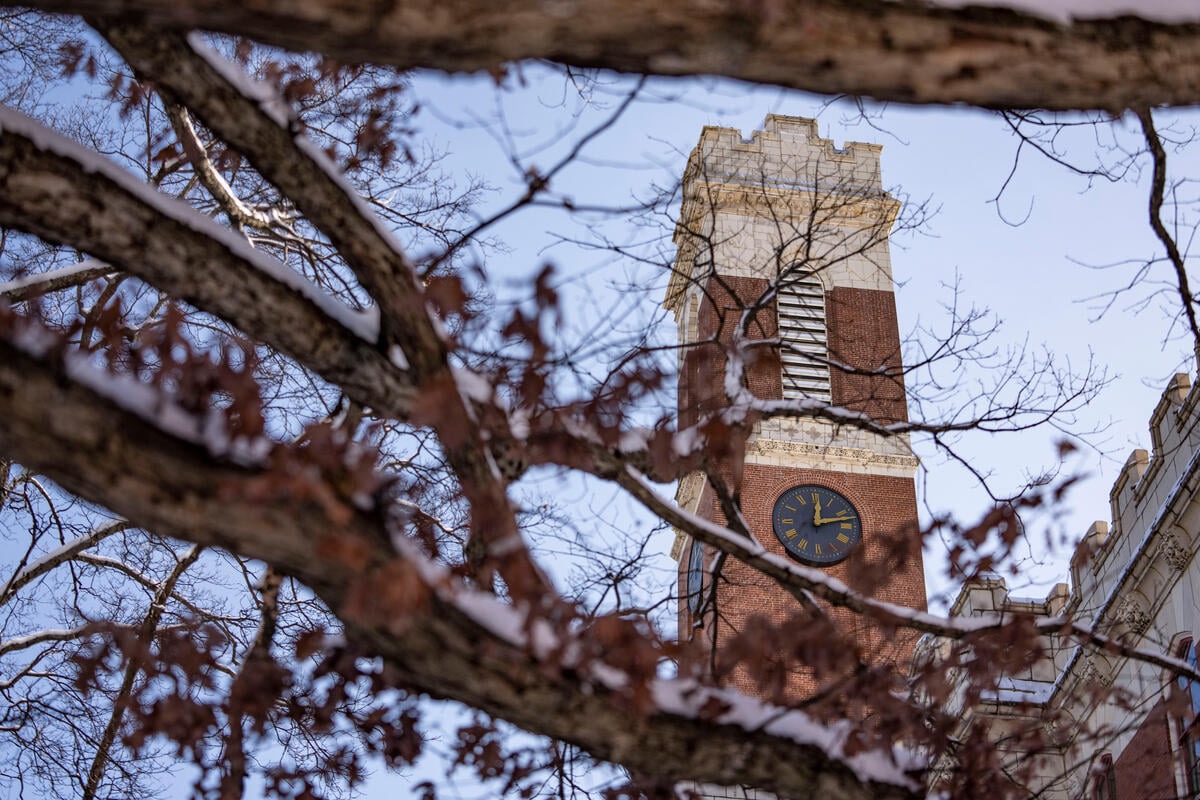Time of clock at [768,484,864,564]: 12:12
